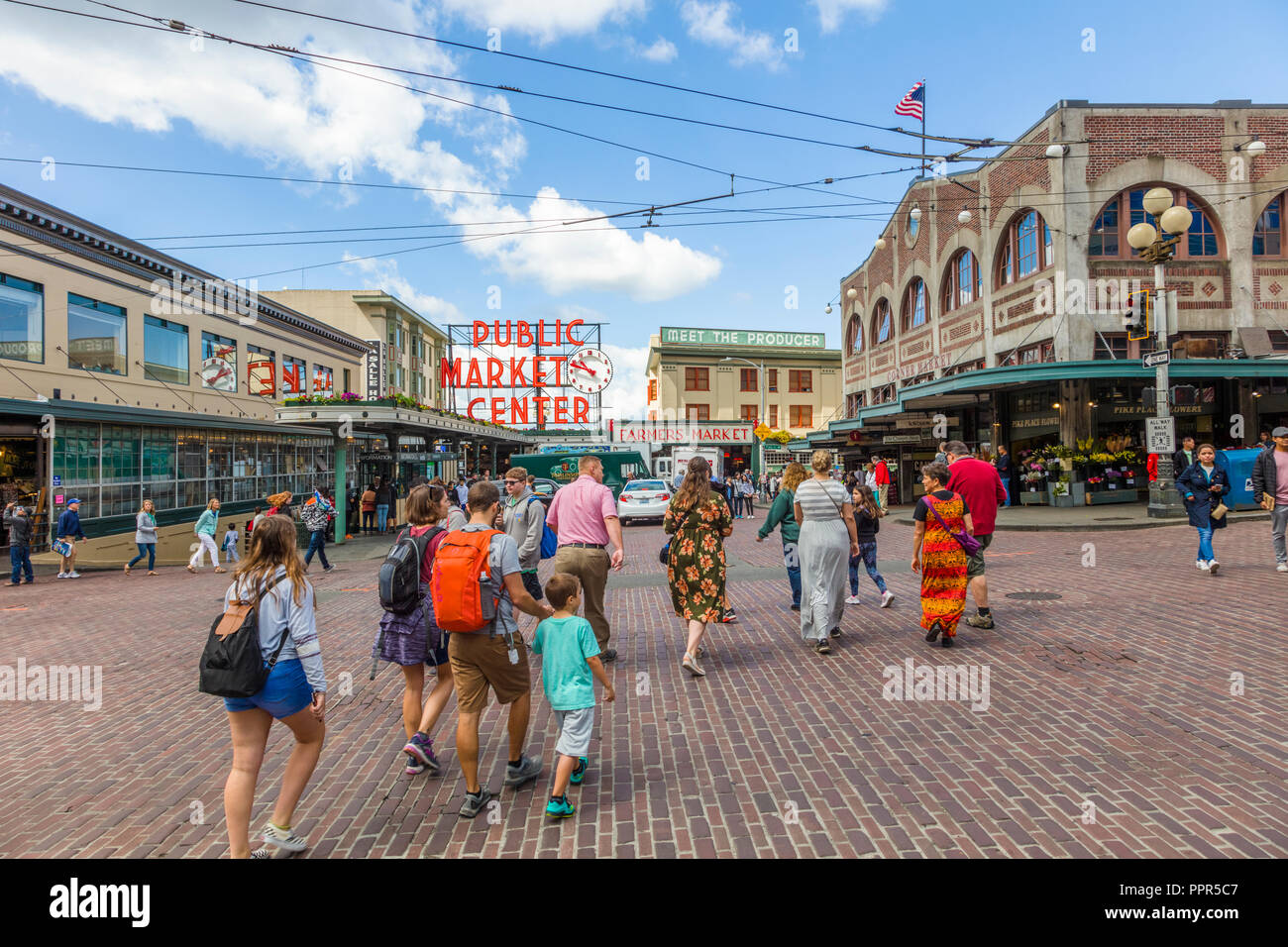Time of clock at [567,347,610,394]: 10:48
